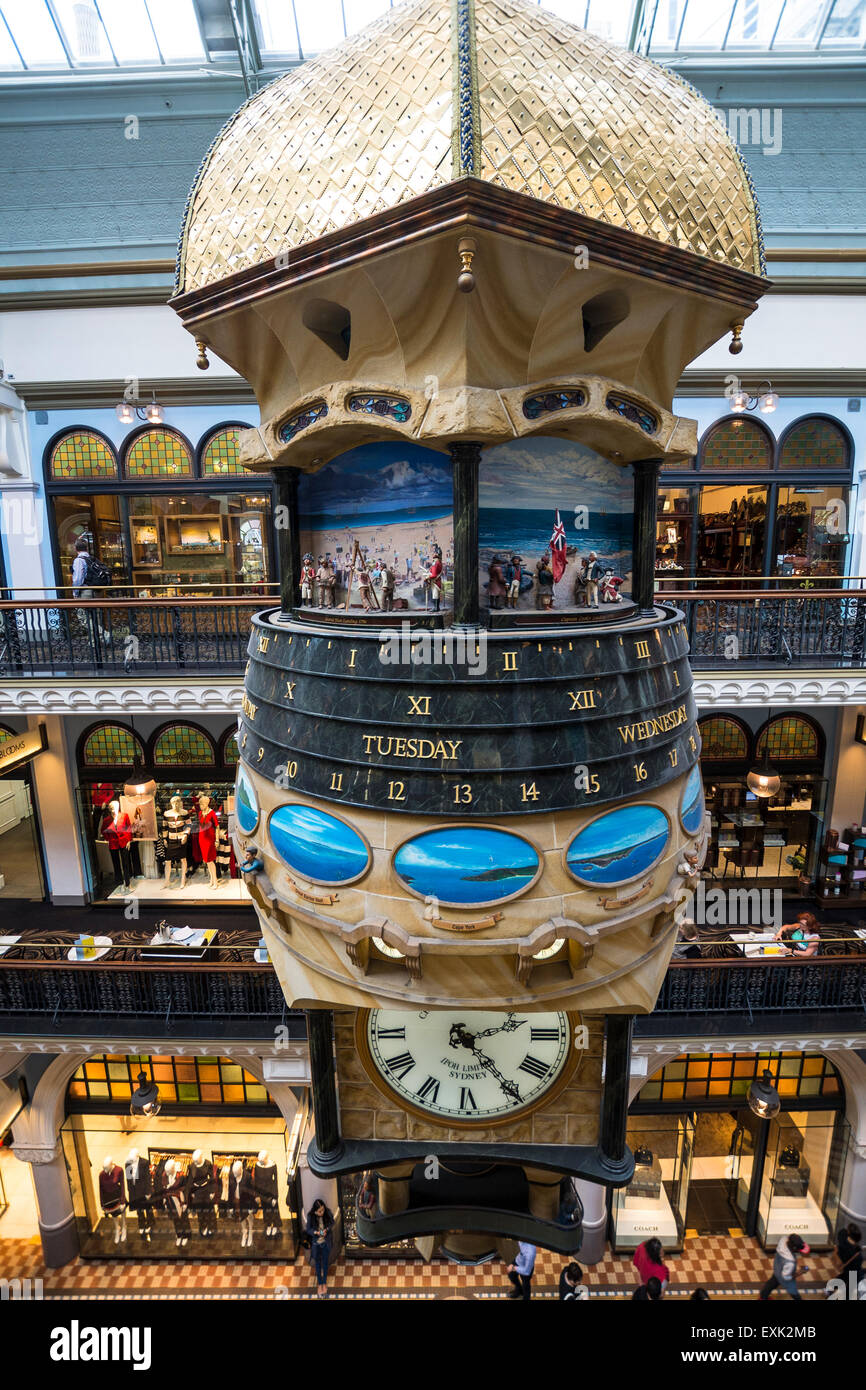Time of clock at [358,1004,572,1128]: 2:24
